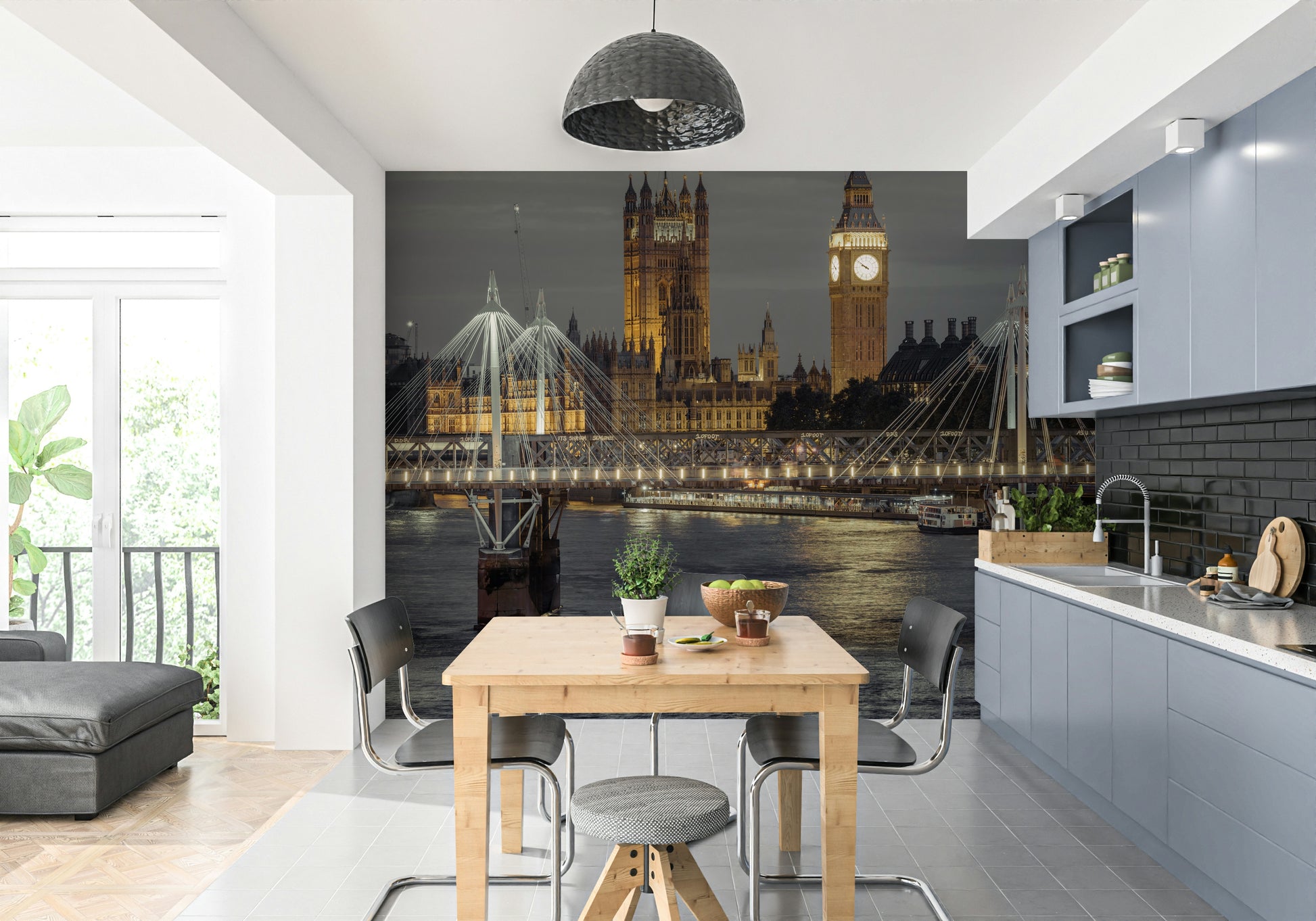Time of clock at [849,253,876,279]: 9:50
